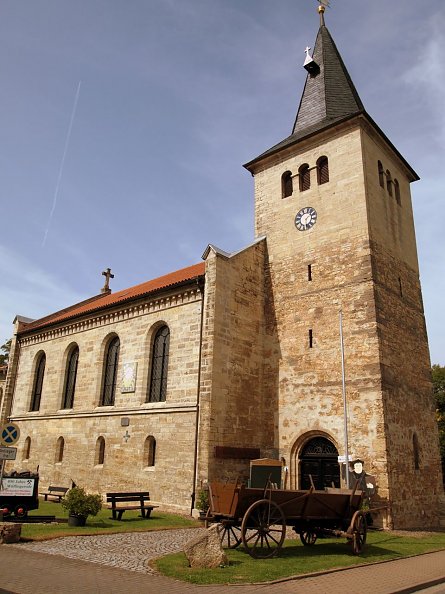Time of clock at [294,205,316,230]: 1:28
